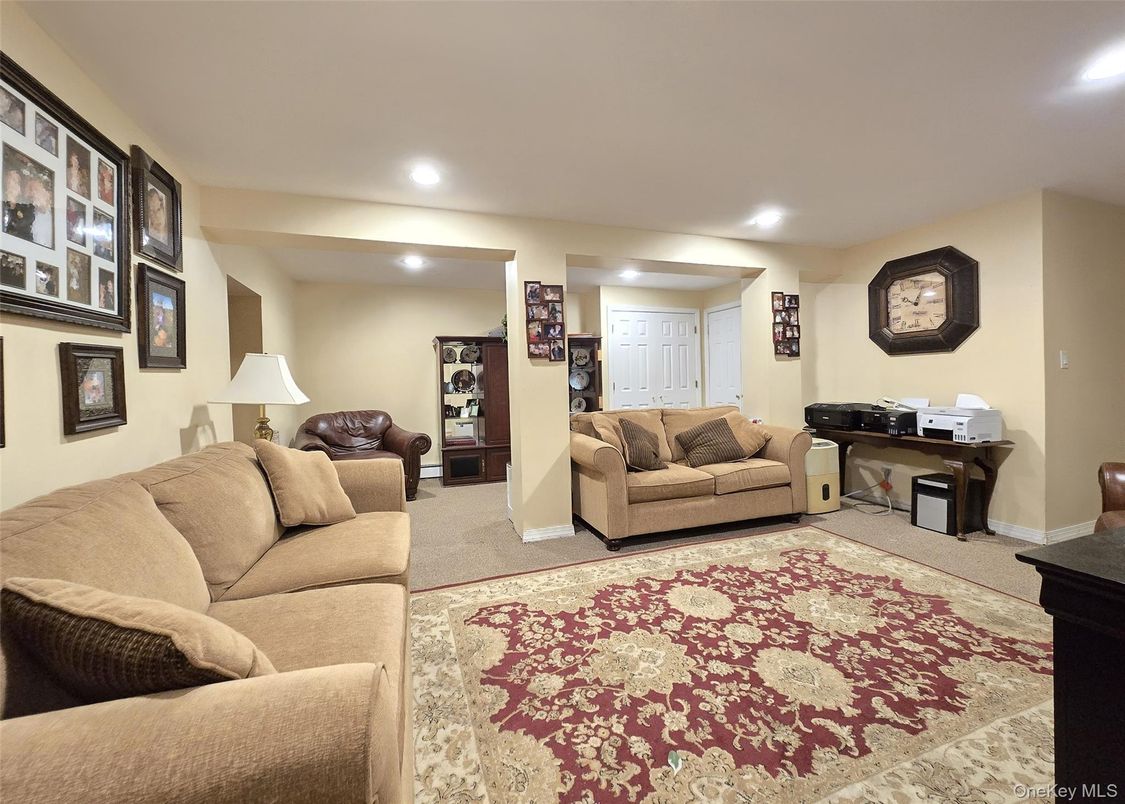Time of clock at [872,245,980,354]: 10:03
